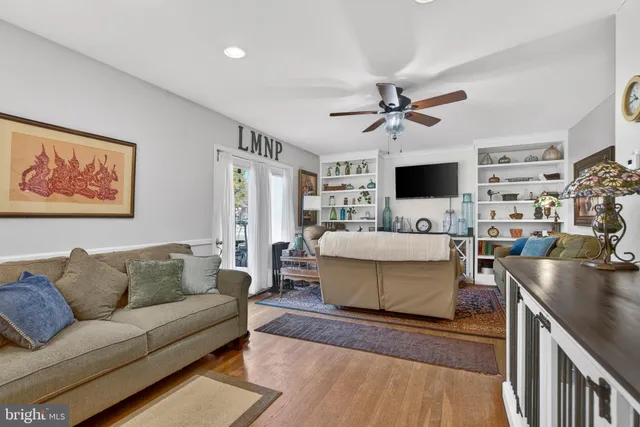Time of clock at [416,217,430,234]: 3:37
